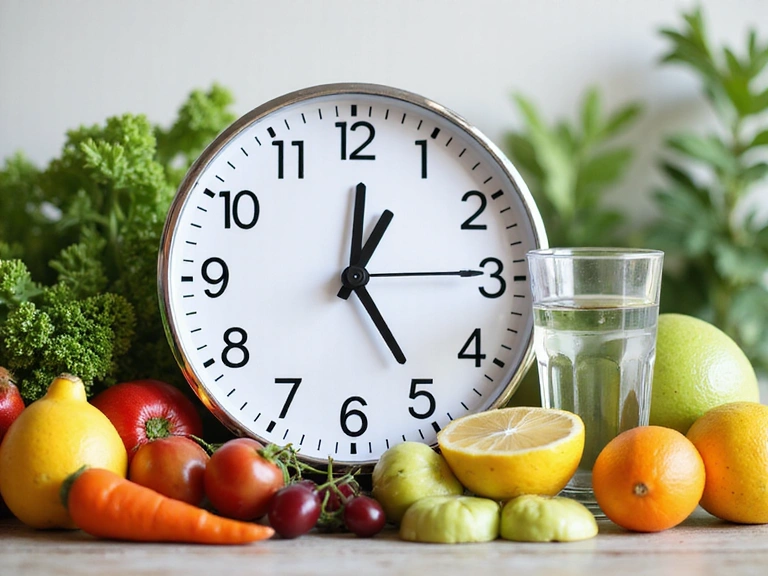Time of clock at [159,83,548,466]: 12:24
